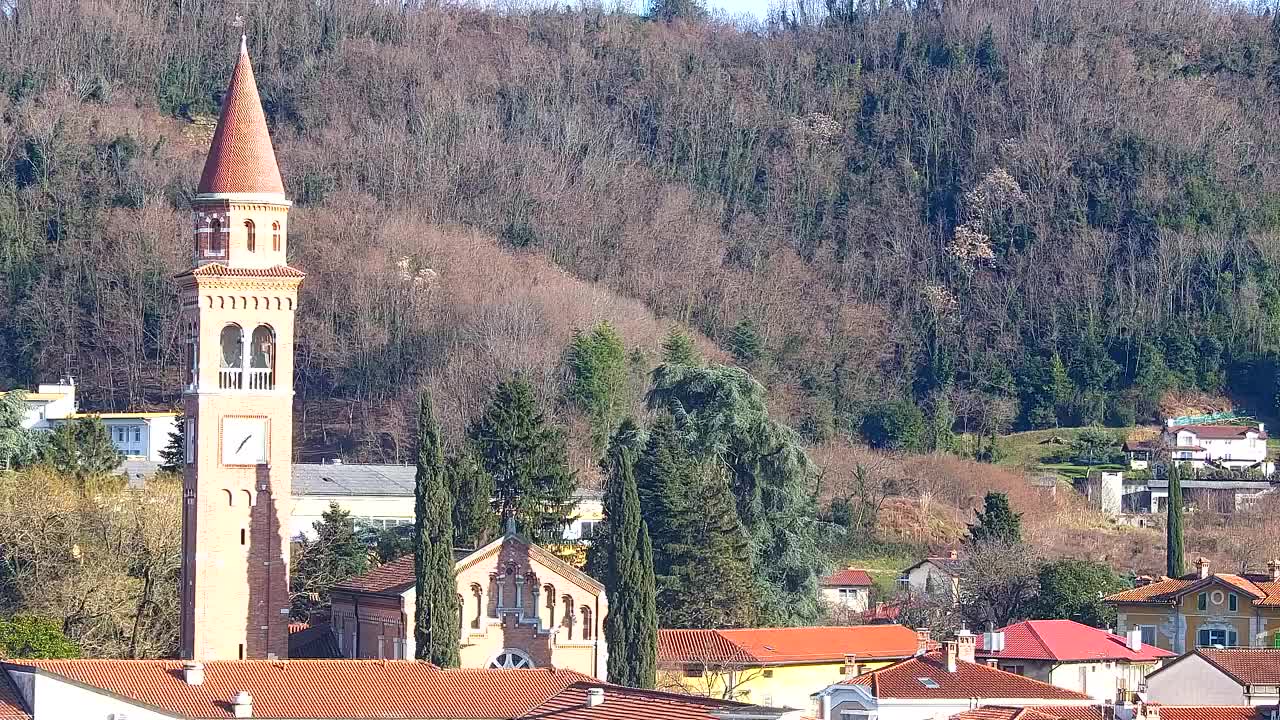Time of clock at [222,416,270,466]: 1:36
